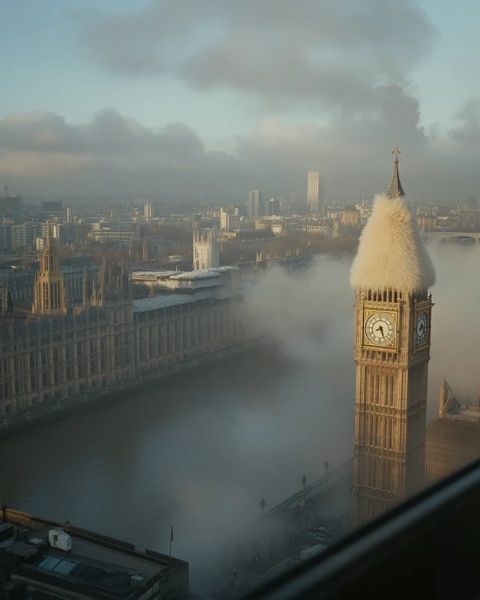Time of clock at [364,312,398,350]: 8:26
